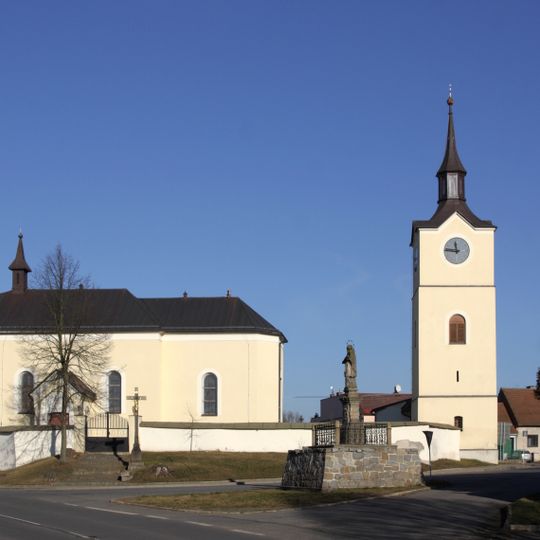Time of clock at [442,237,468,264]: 11:46
